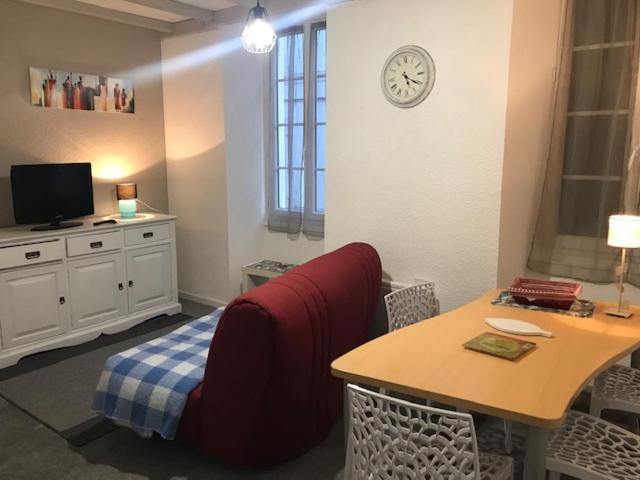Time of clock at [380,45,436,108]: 5:20
